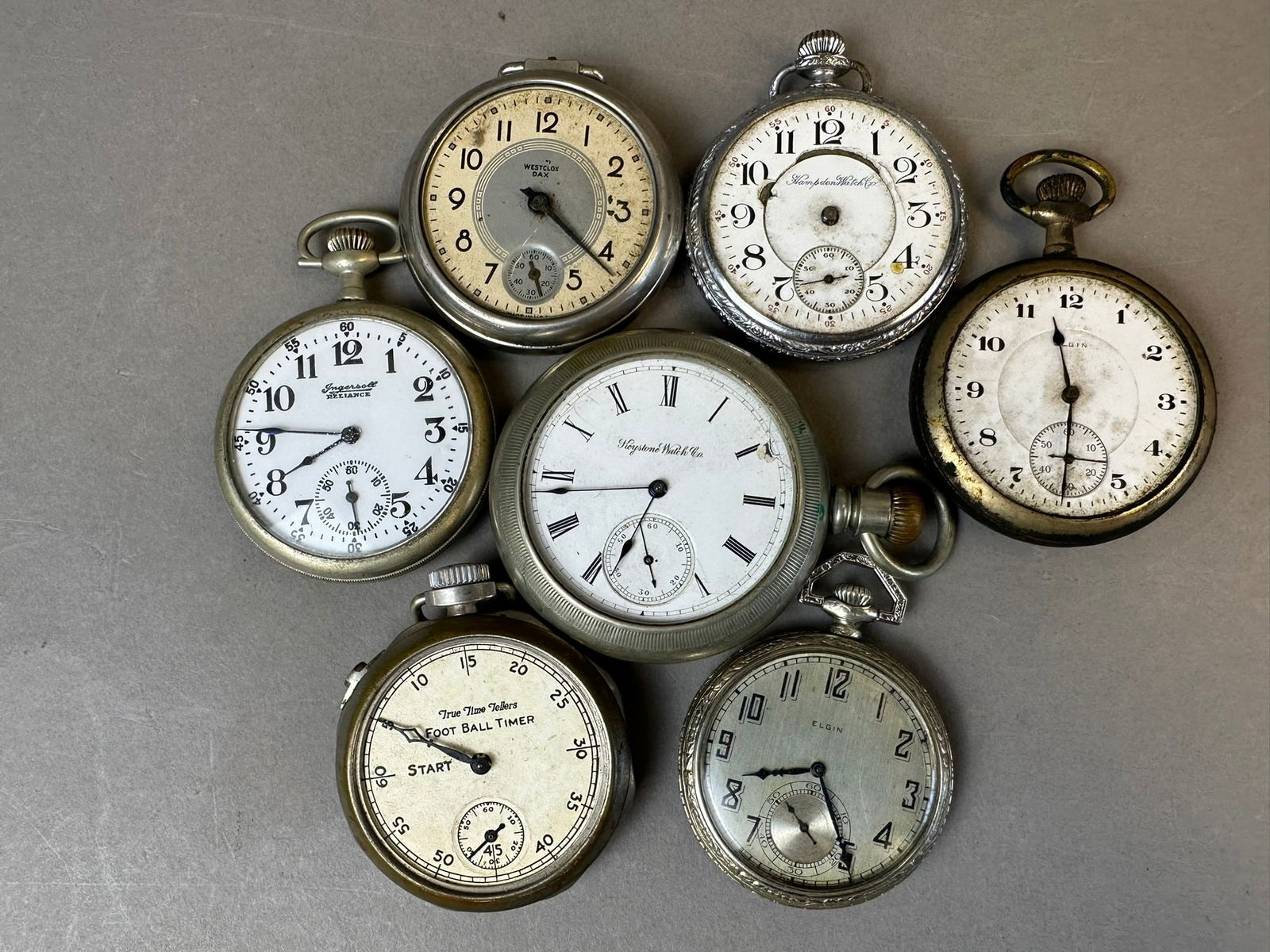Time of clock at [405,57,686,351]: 4:21
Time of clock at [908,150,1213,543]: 11:30
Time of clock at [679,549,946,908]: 8:24
